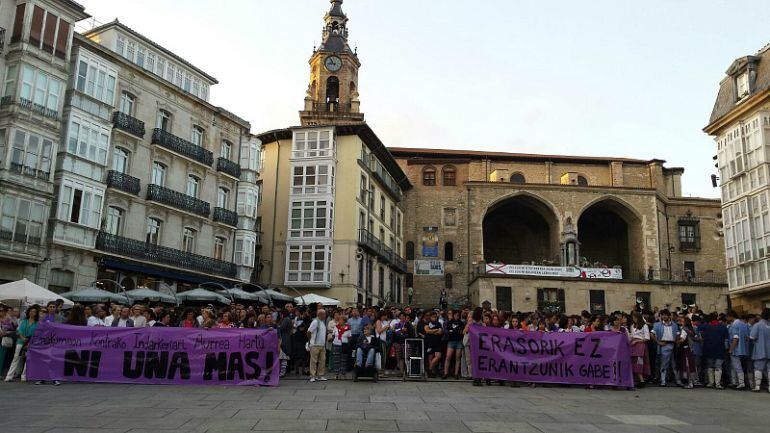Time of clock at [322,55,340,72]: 8:54
